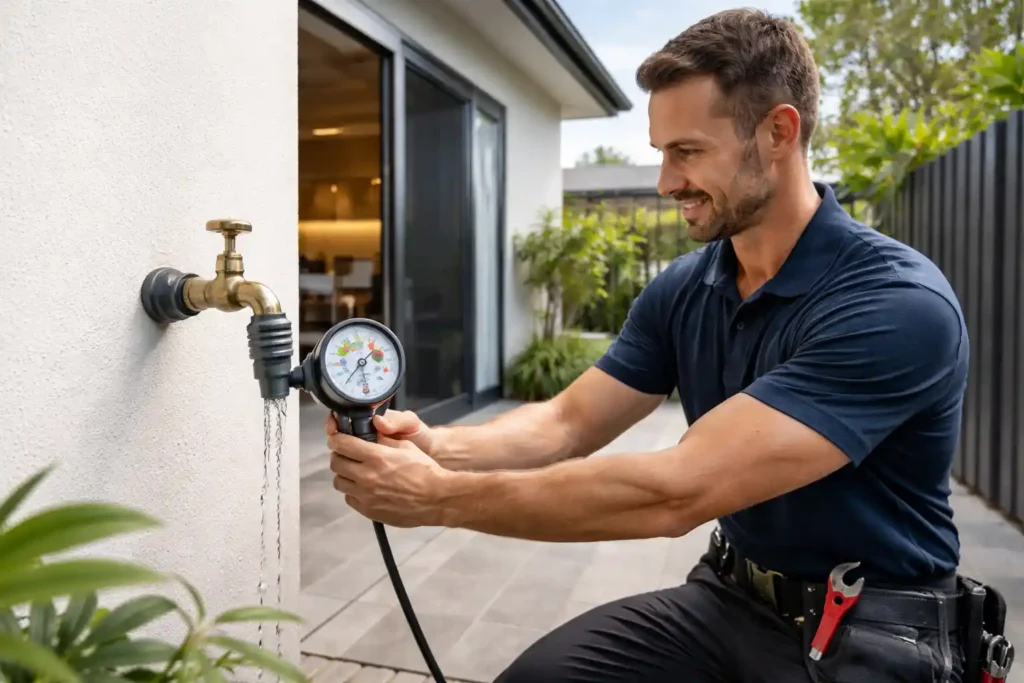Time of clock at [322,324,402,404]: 1:28
